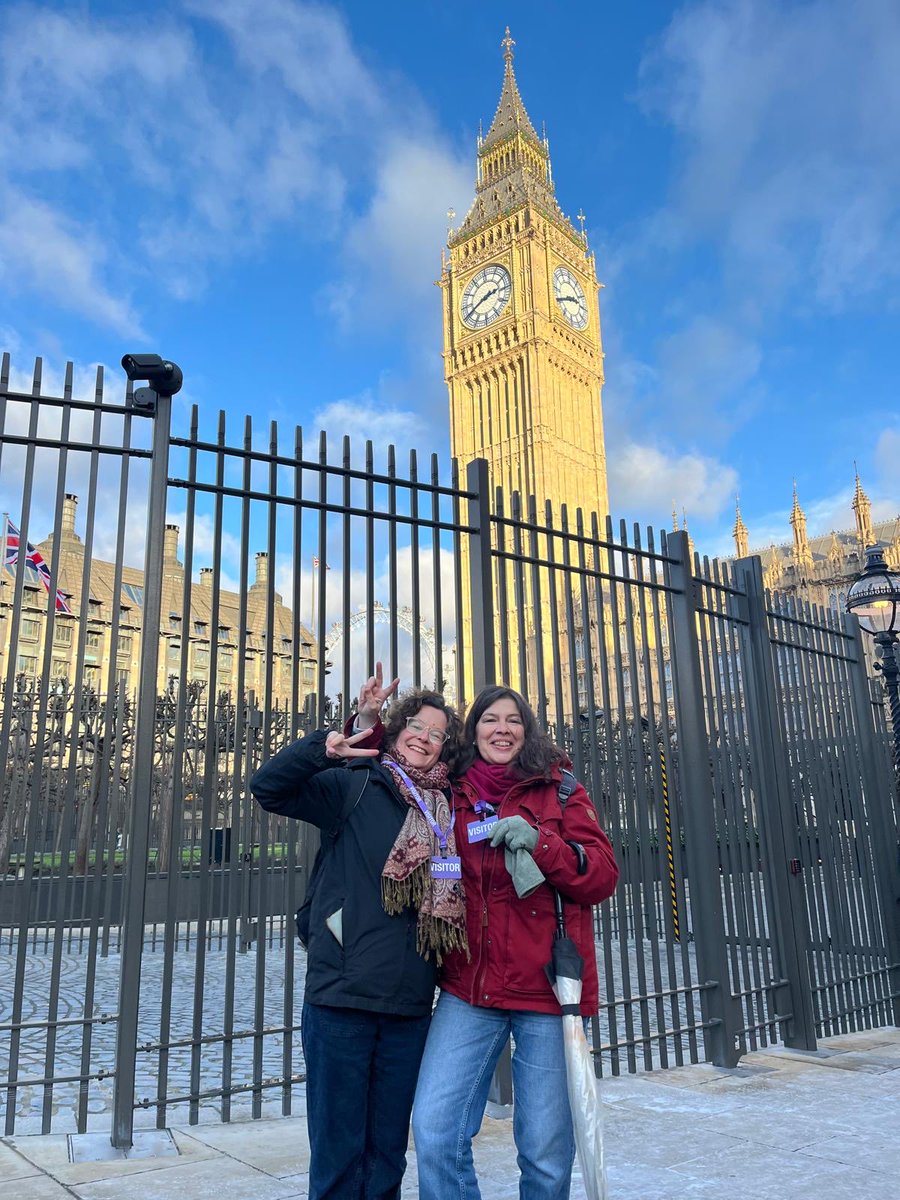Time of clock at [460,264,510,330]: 2:40
